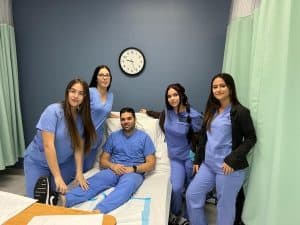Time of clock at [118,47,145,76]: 9:26
